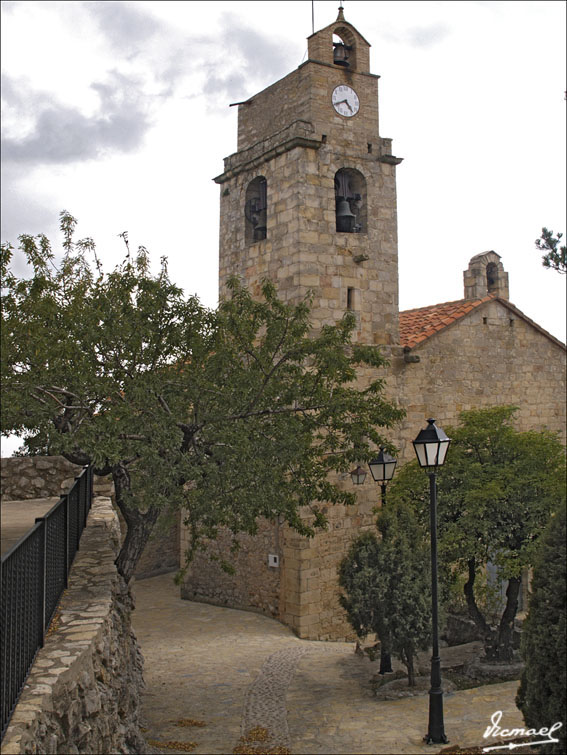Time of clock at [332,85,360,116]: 4:40
